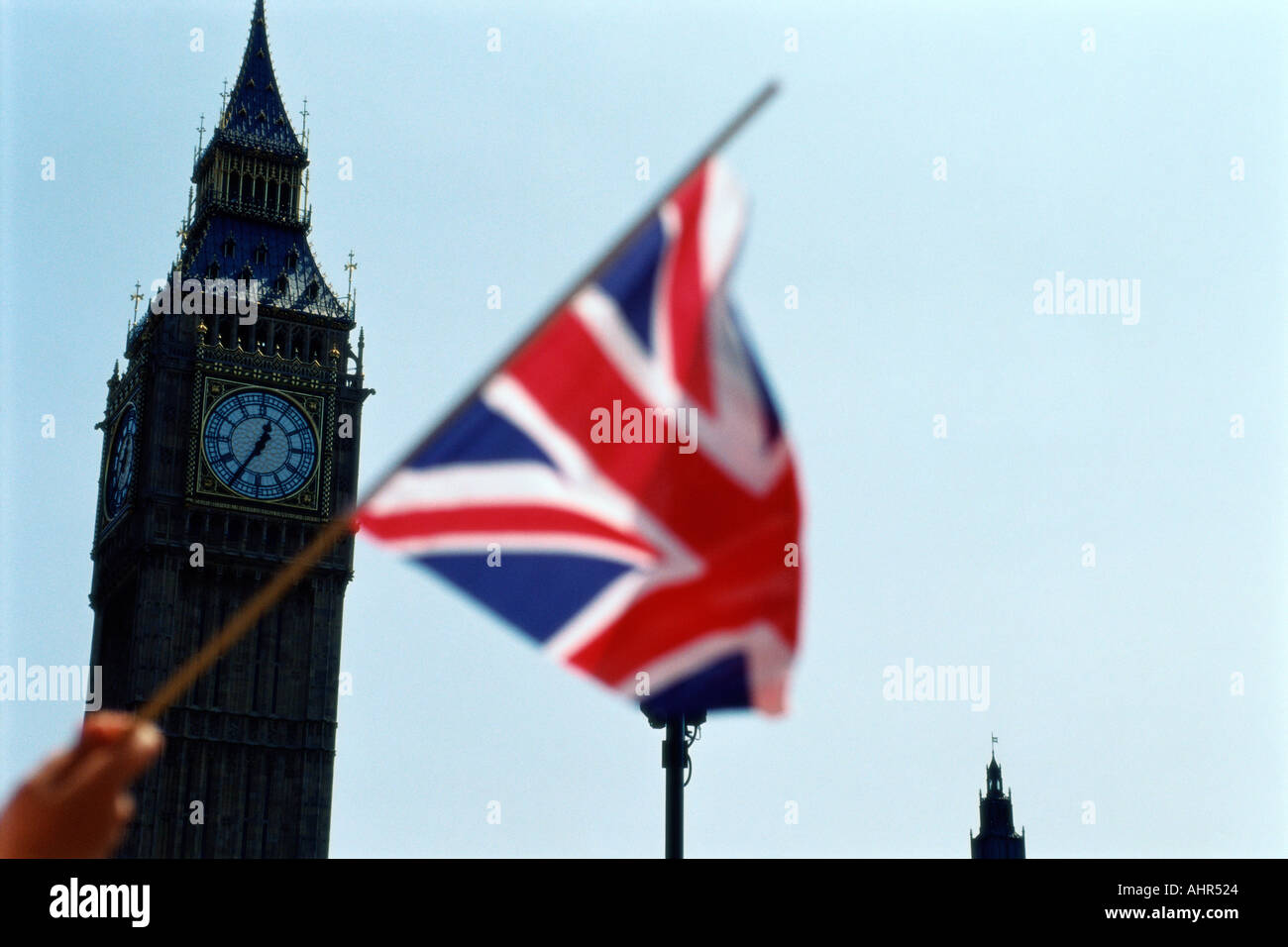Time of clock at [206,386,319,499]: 12:35
